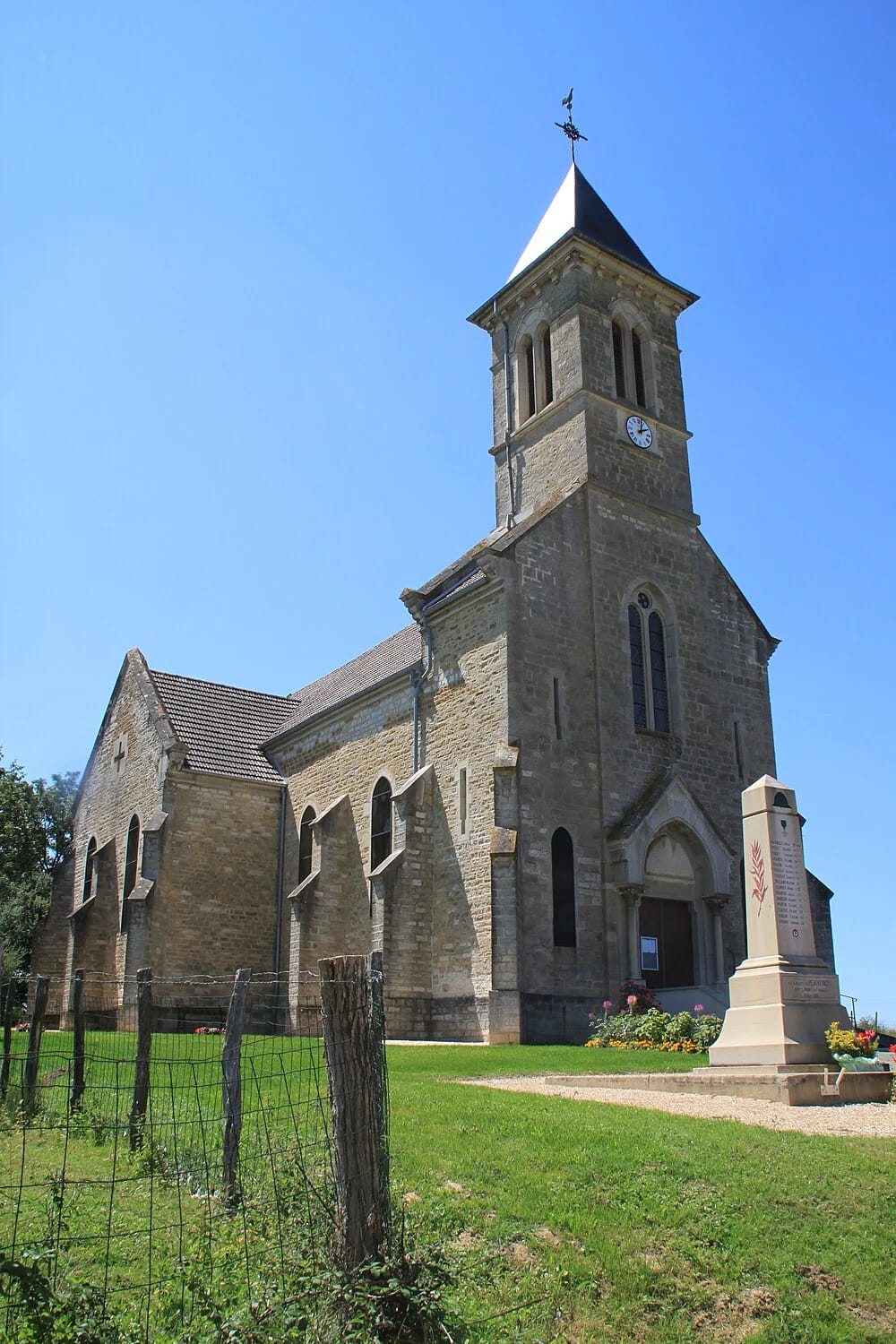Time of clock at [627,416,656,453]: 2:02
